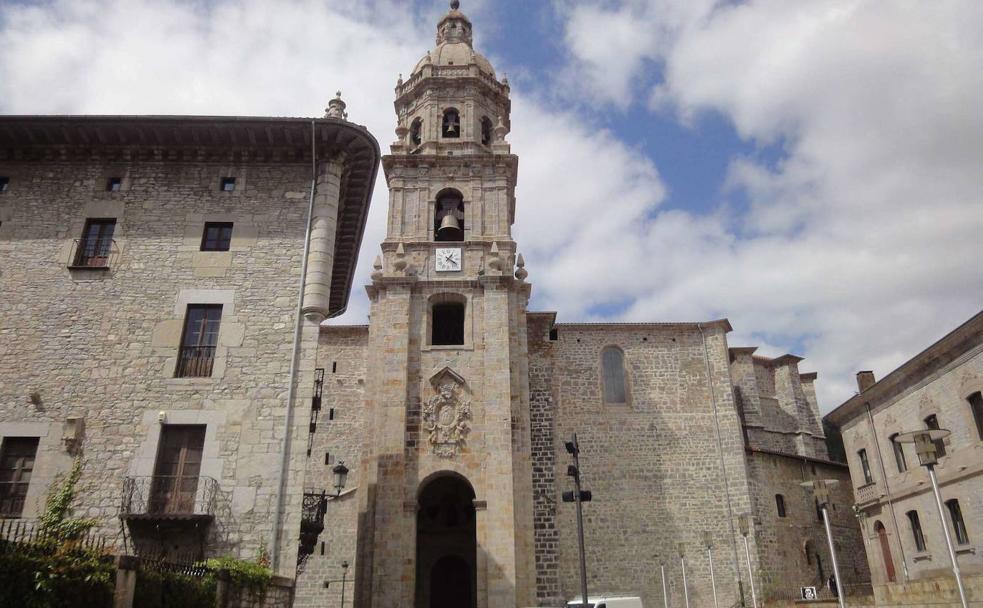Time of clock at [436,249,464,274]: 1:21
